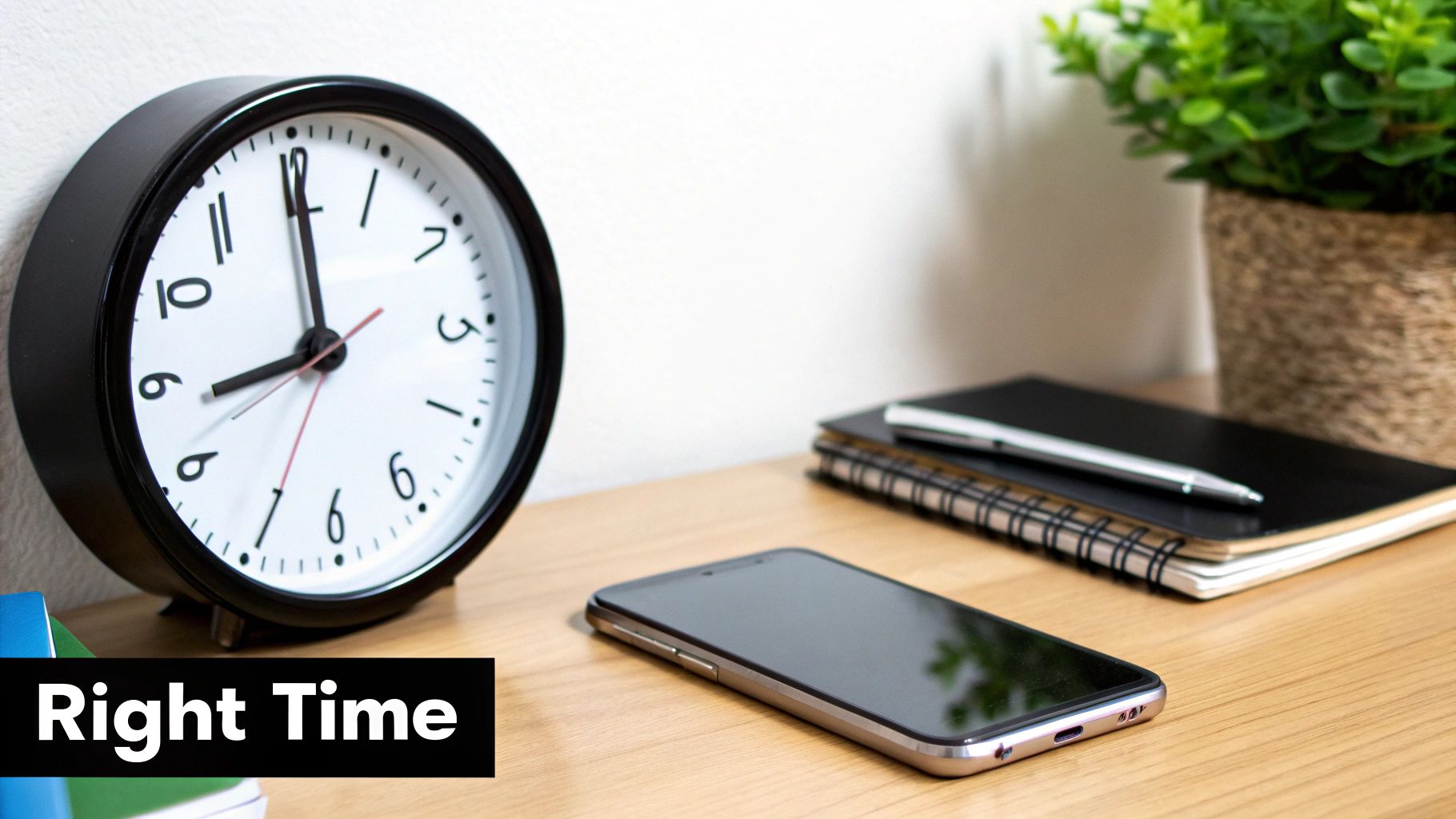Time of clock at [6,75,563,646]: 8:59
